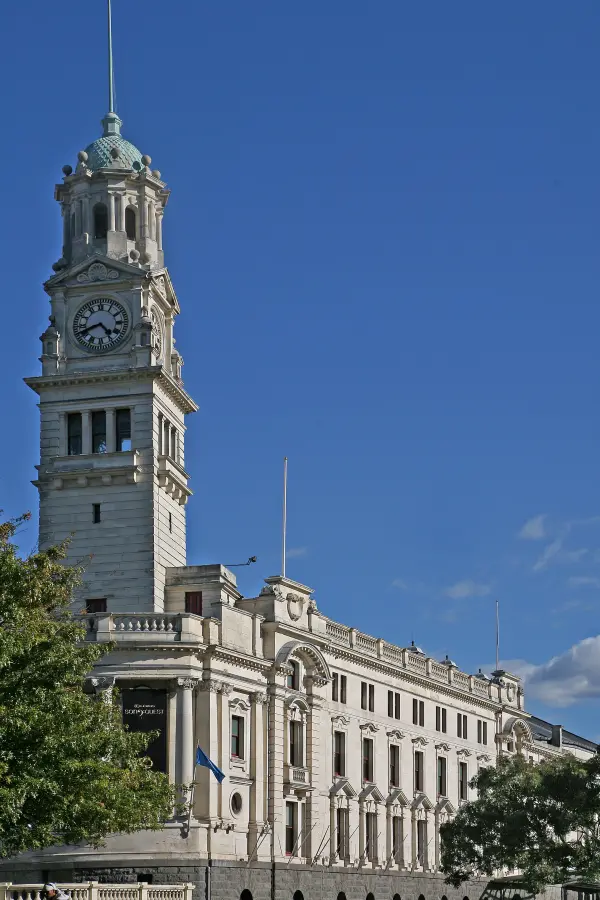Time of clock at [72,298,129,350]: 4:41
